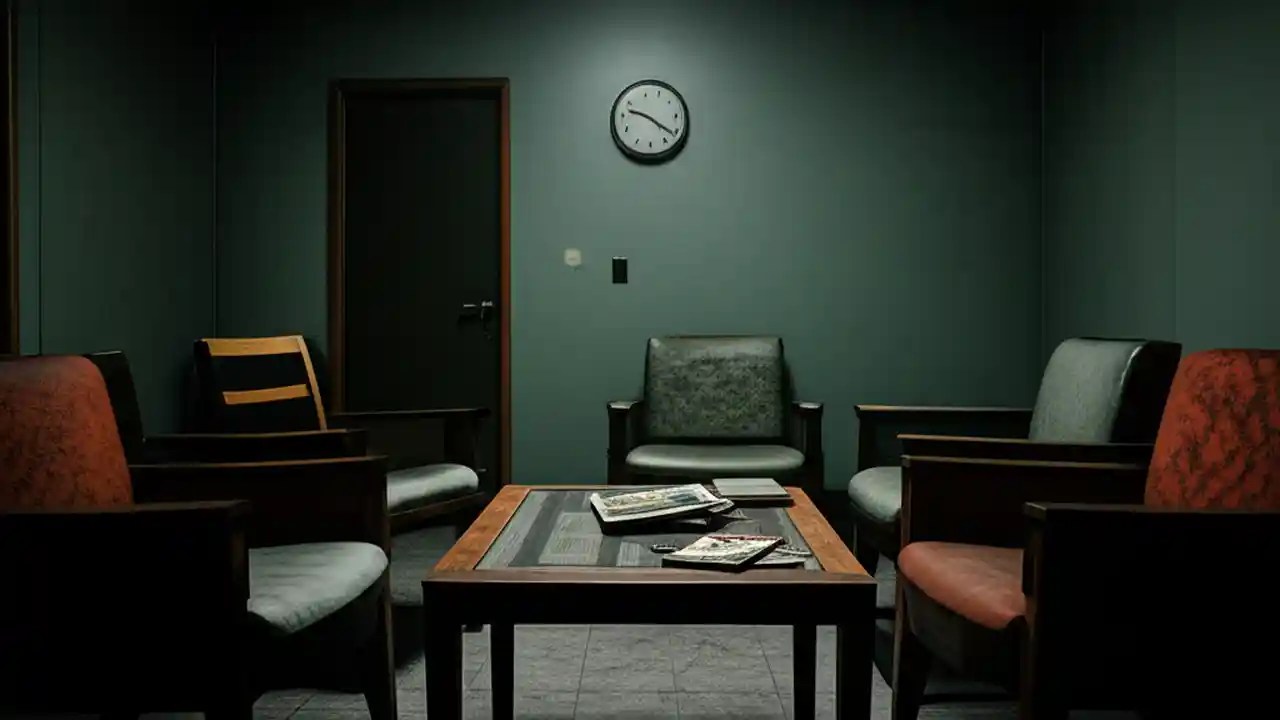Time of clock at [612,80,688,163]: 9:21
